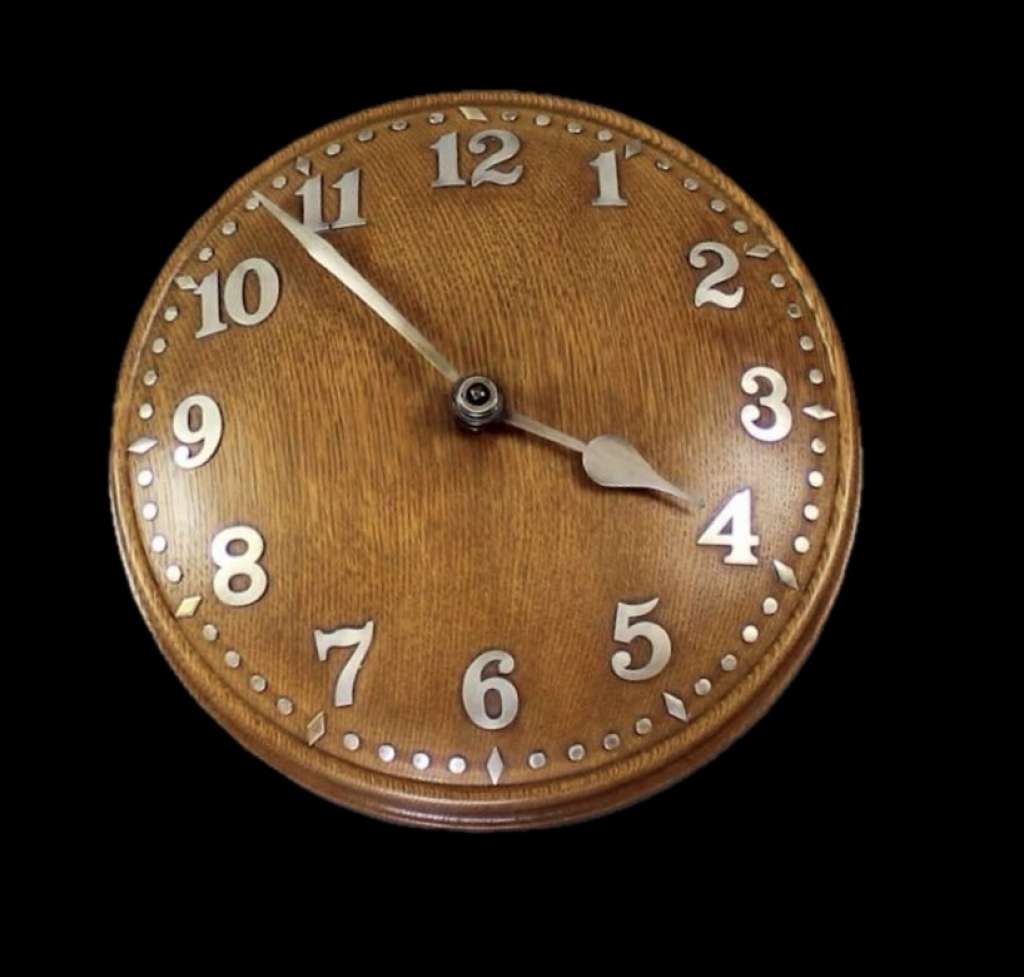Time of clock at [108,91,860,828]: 3:53
